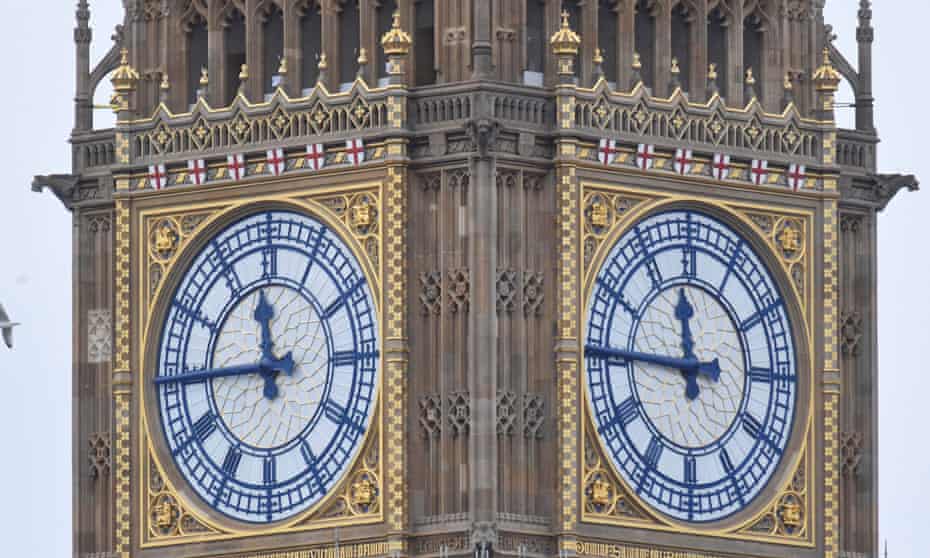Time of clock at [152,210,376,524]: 11:44
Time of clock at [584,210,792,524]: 11:45
